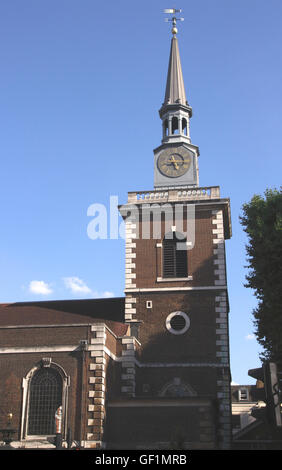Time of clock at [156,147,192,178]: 5:14
